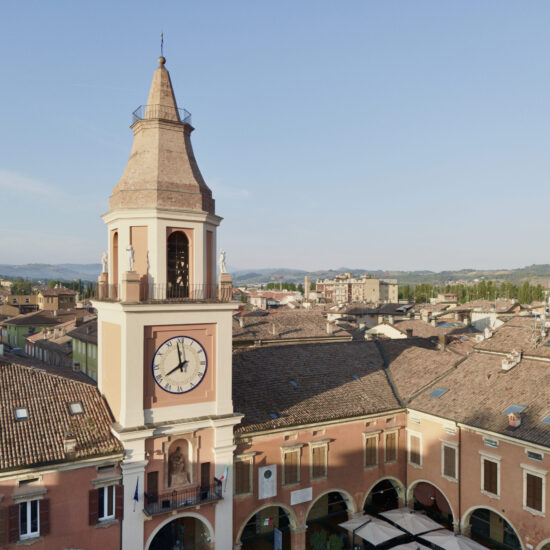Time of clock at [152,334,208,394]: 7:58
